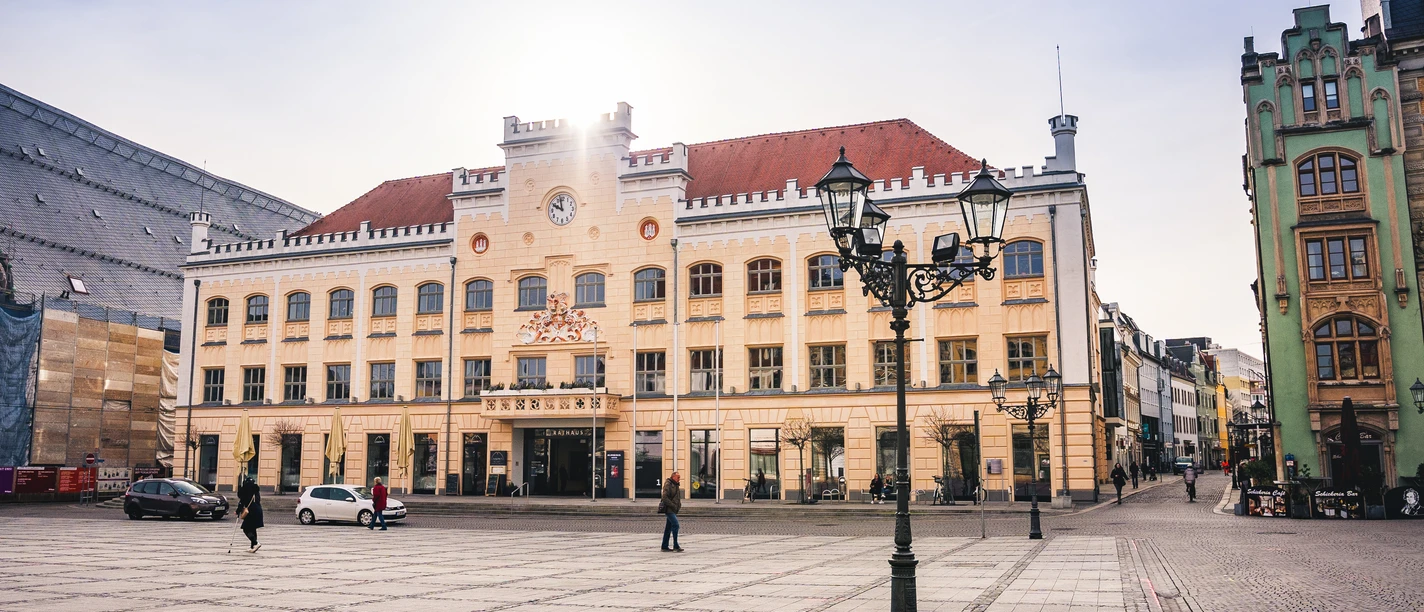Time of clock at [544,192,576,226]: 9:57
